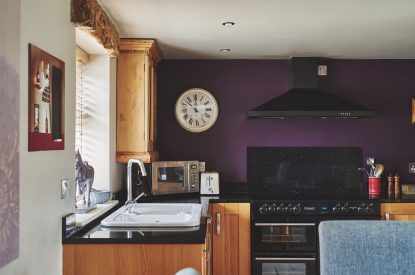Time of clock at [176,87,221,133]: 11:52
